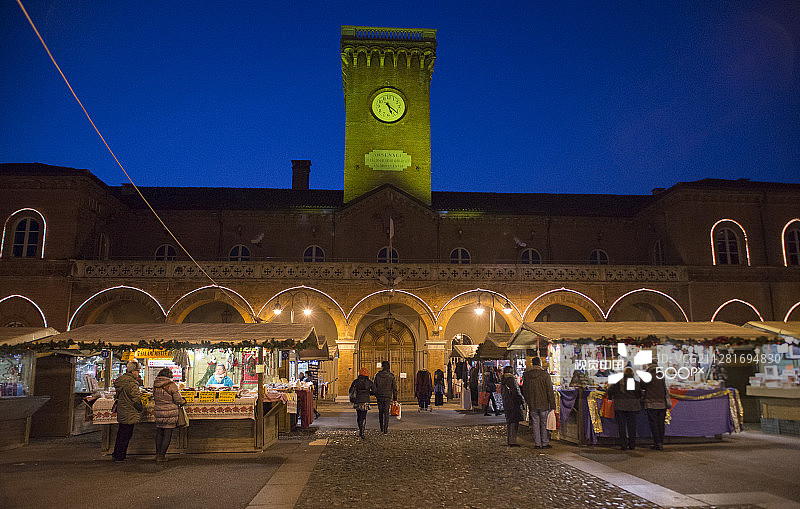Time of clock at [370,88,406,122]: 5:21
